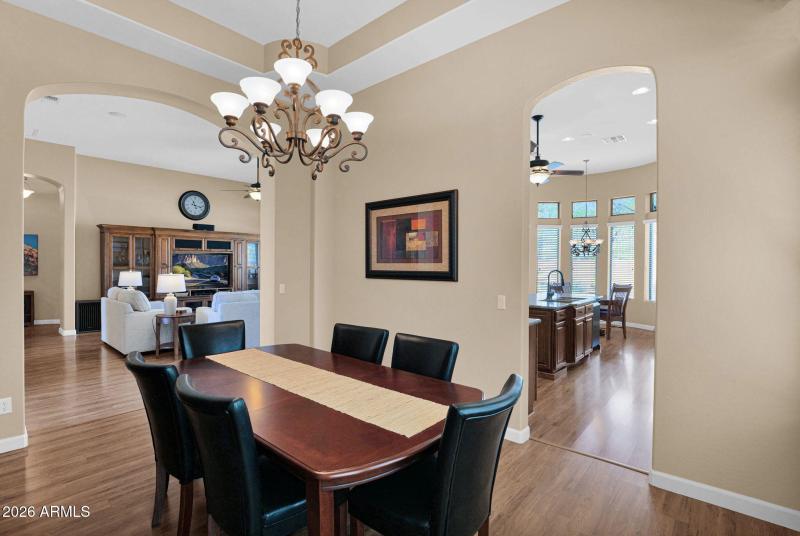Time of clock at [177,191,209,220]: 11:17
